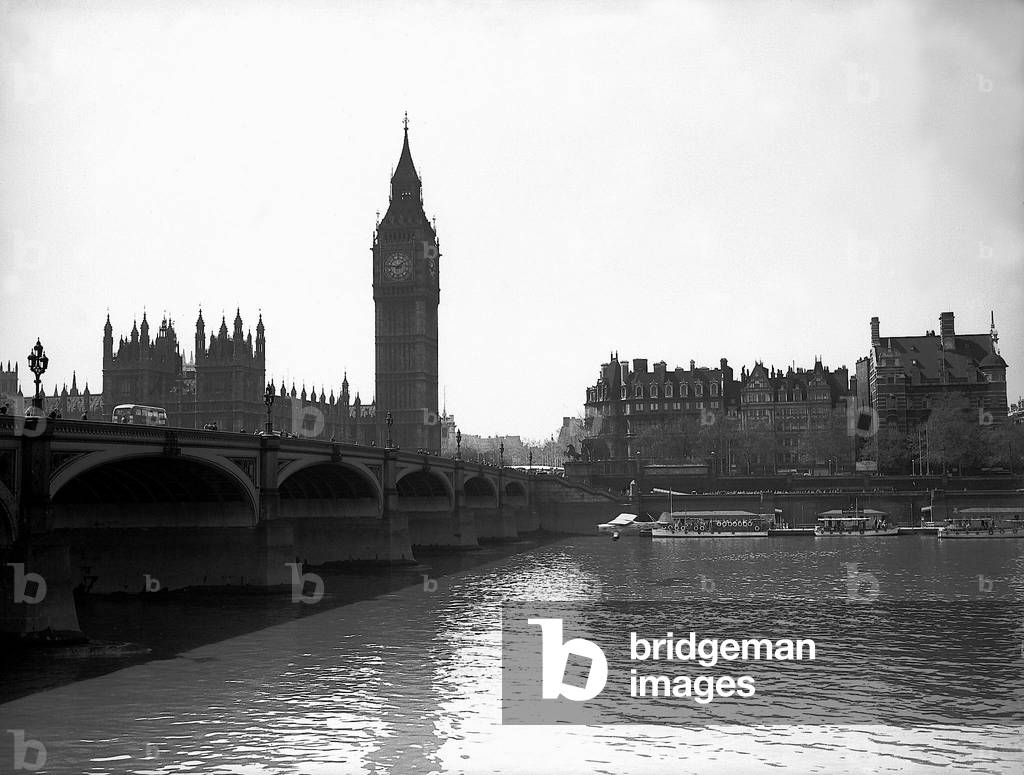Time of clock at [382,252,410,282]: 1:46
